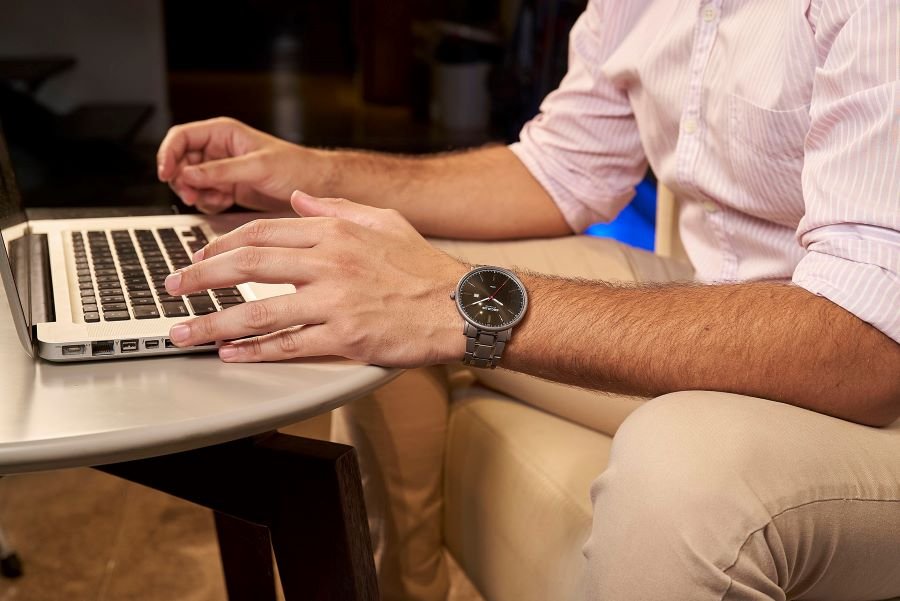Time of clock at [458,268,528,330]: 3:40
